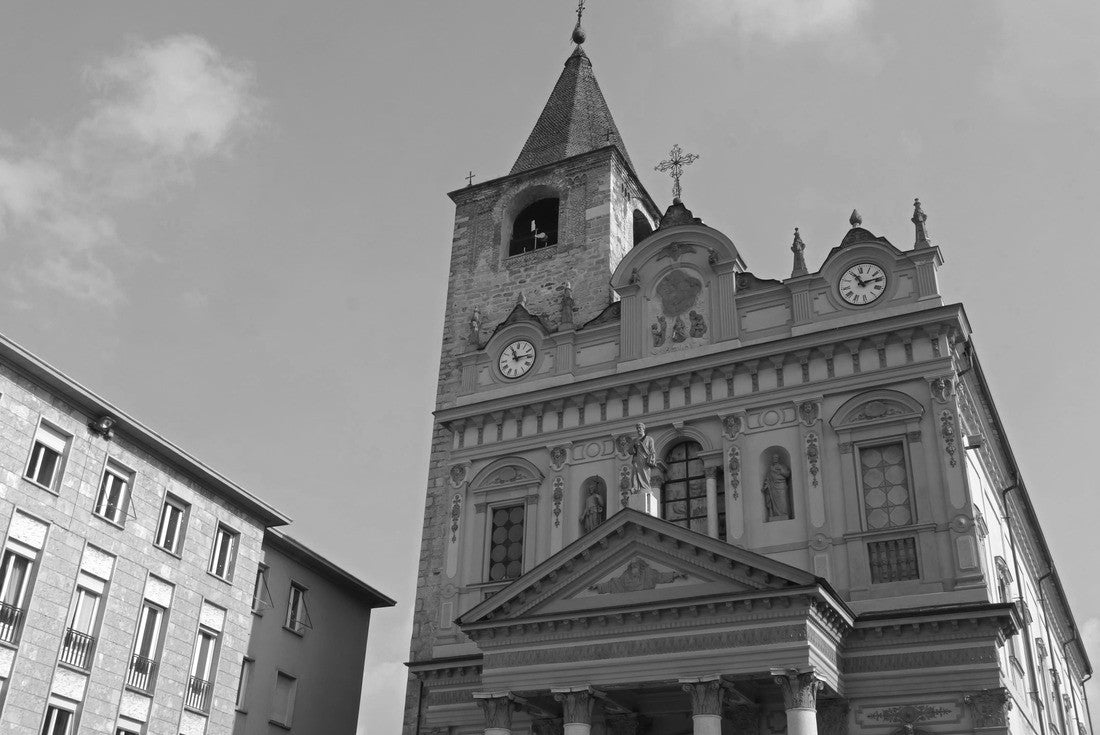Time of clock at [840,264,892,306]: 11:13
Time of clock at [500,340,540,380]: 11:13
